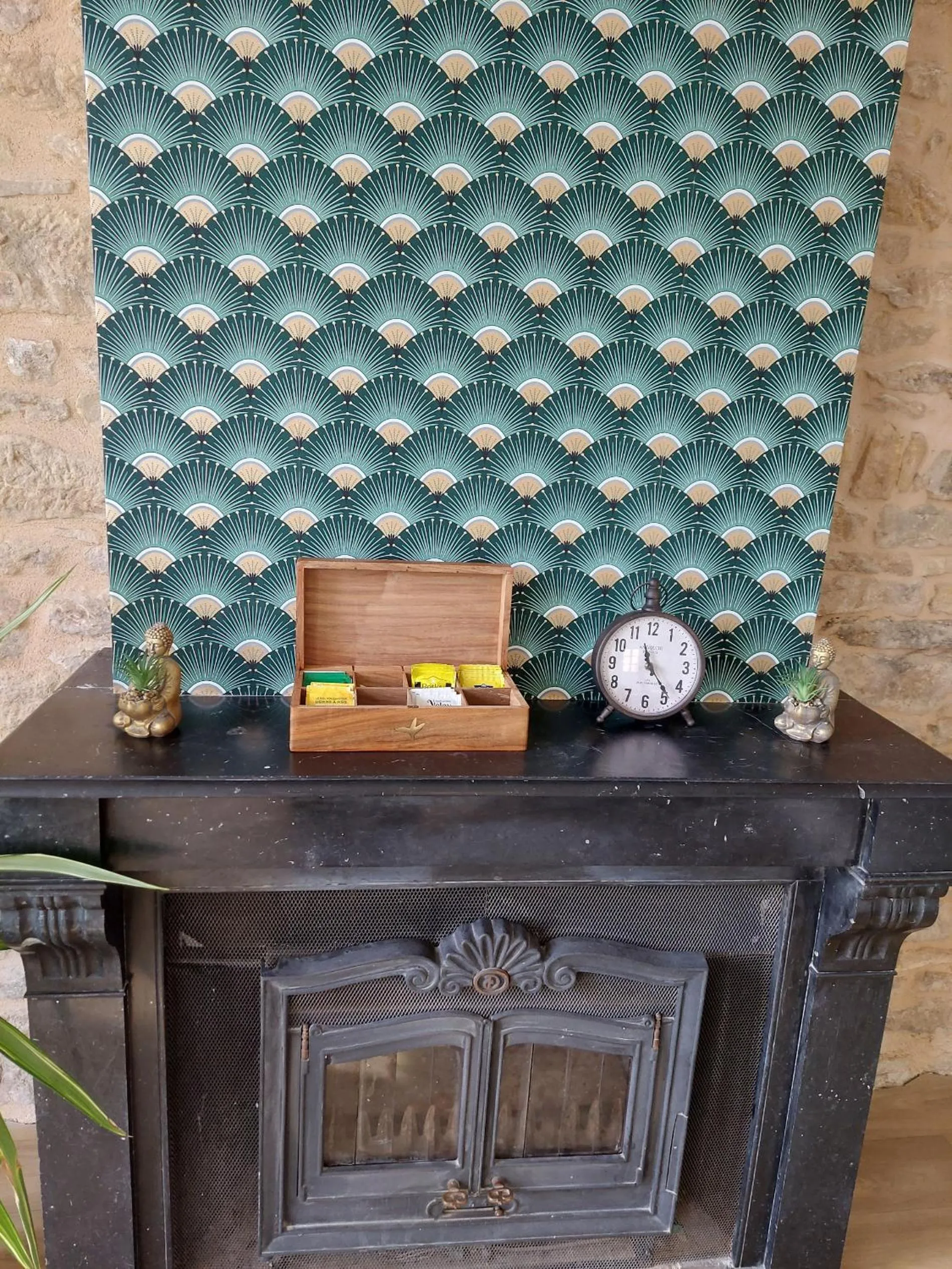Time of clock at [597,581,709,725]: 11:23
